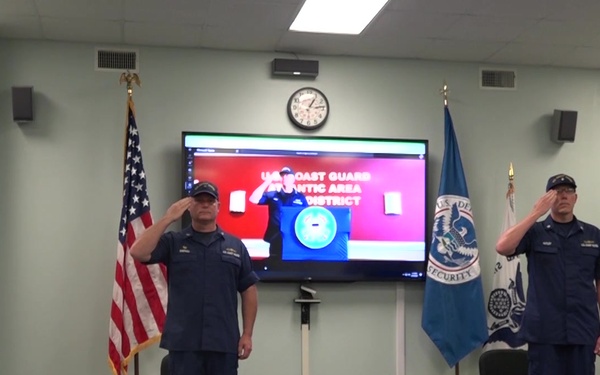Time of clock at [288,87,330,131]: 1:13
